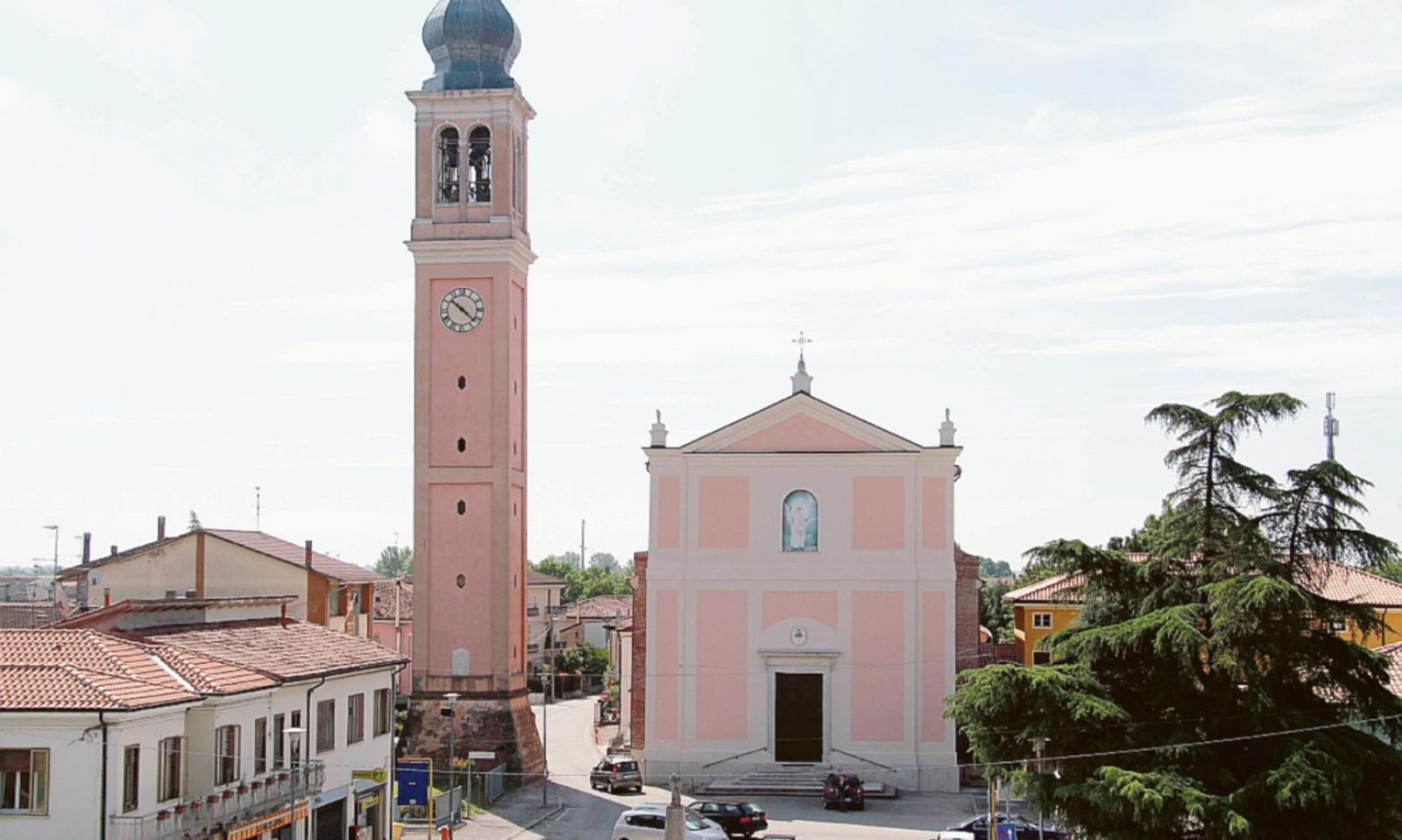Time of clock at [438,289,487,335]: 10:22
